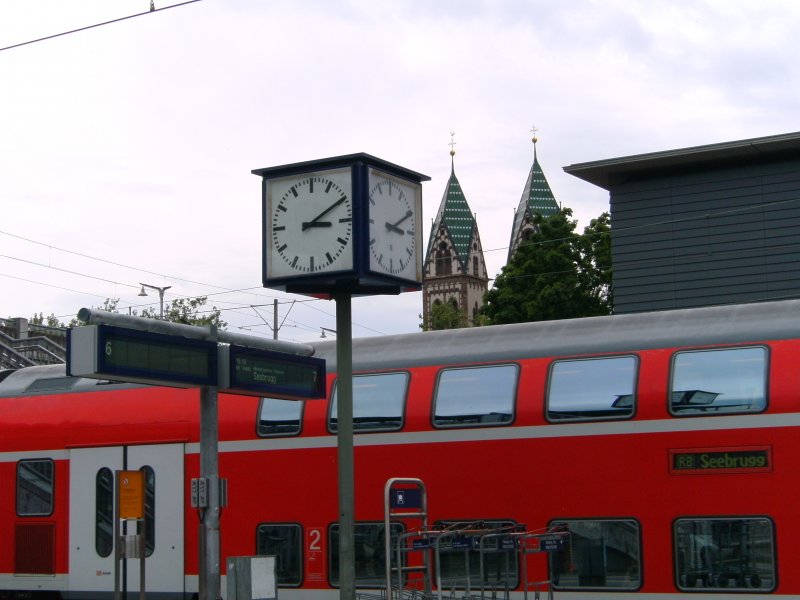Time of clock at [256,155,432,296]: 3:10
